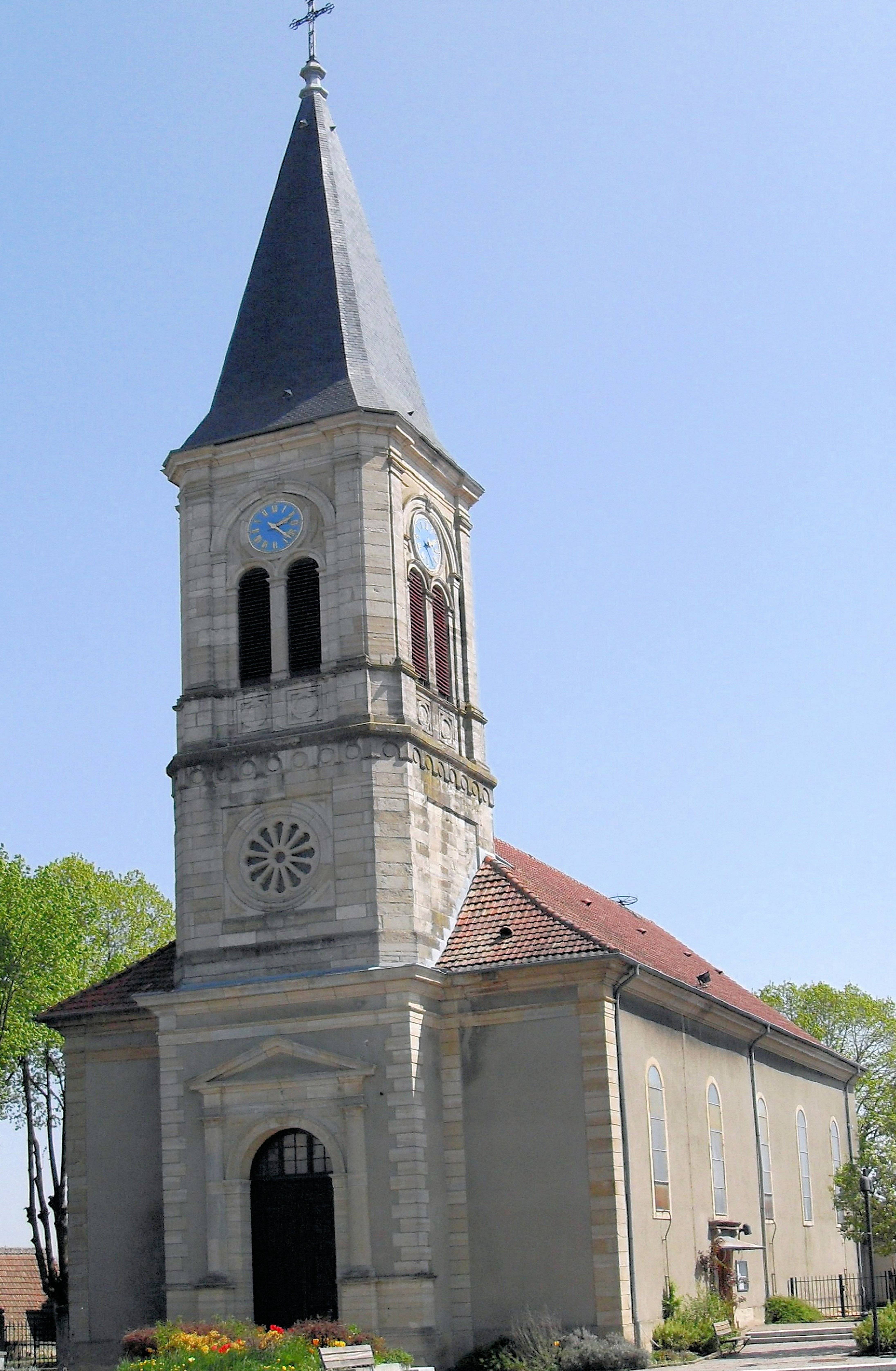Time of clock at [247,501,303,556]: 2:22
